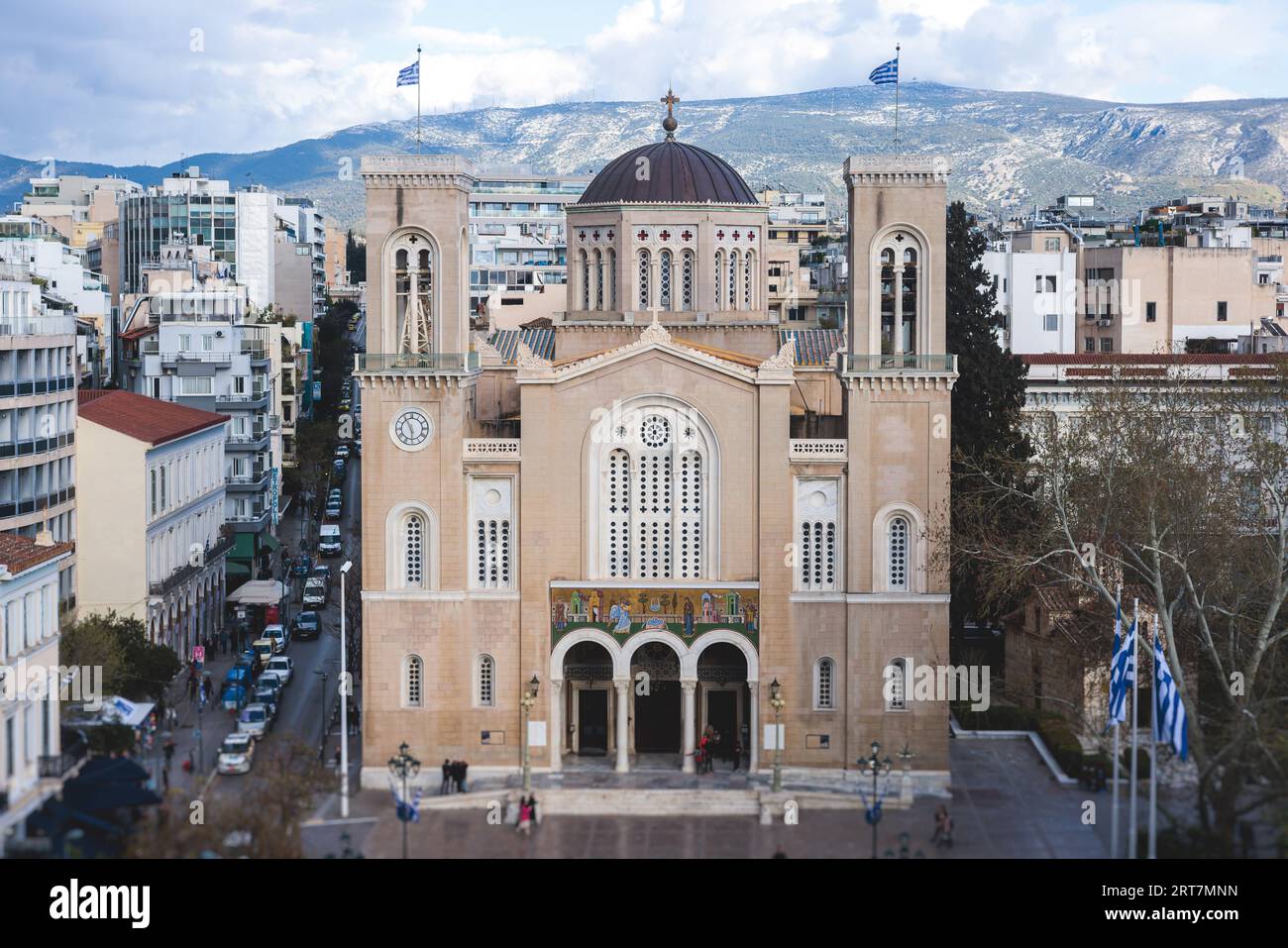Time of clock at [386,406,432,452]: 5:55
